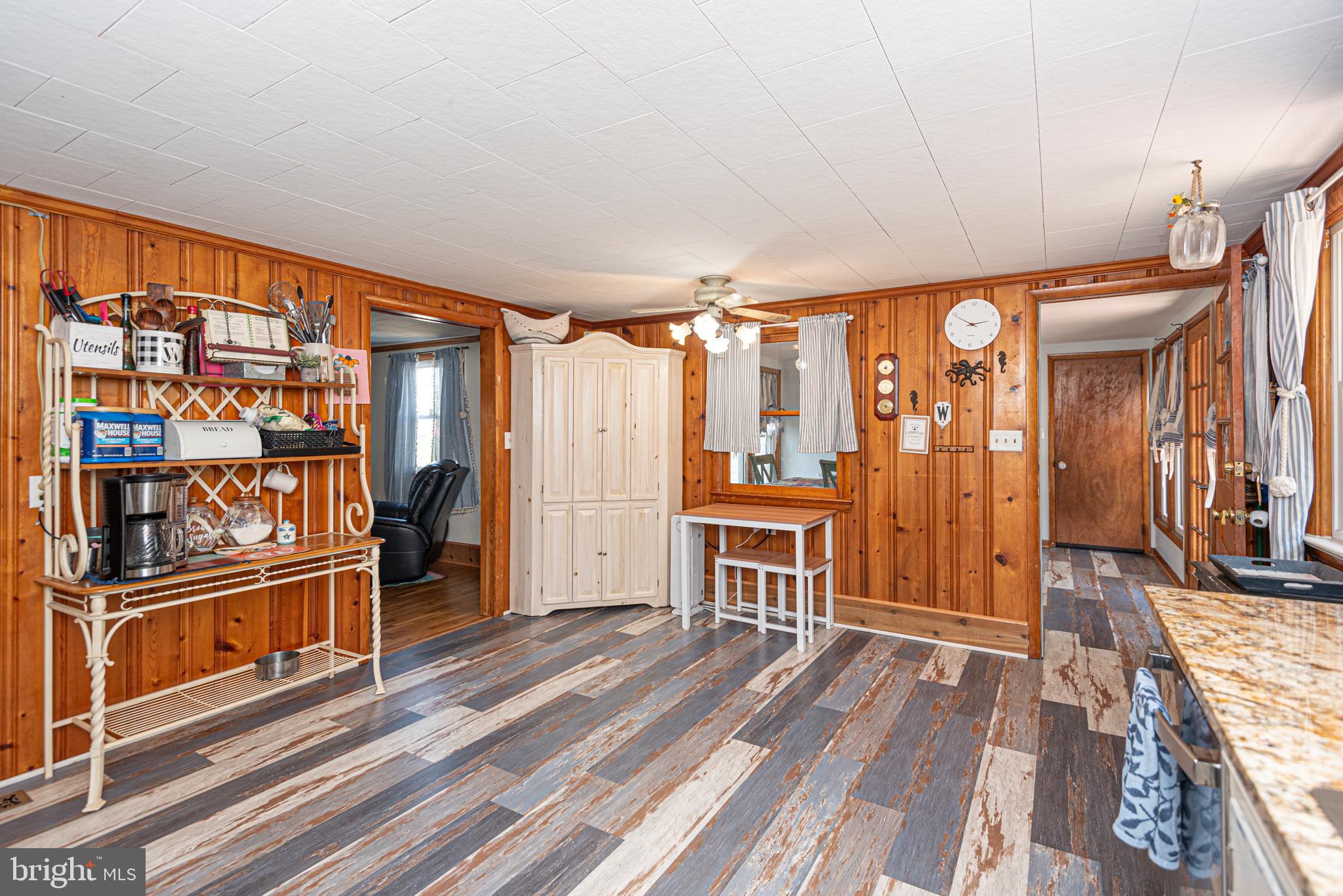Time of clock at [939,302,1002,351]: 2:49
